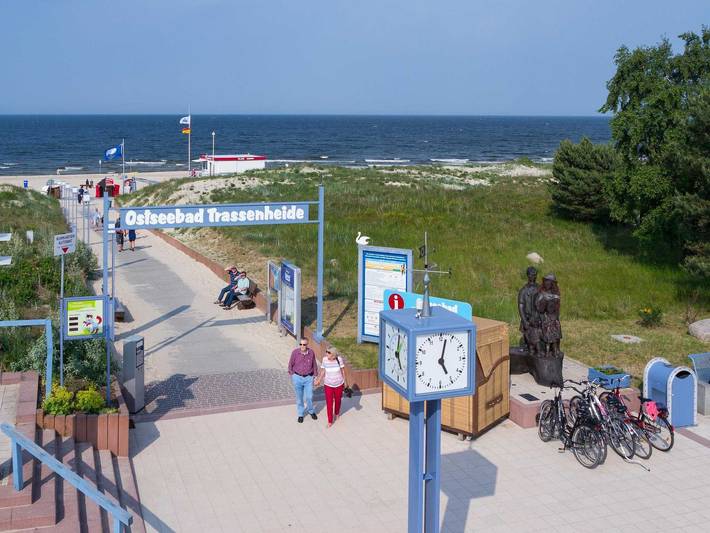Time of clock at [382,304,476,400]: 5:02
